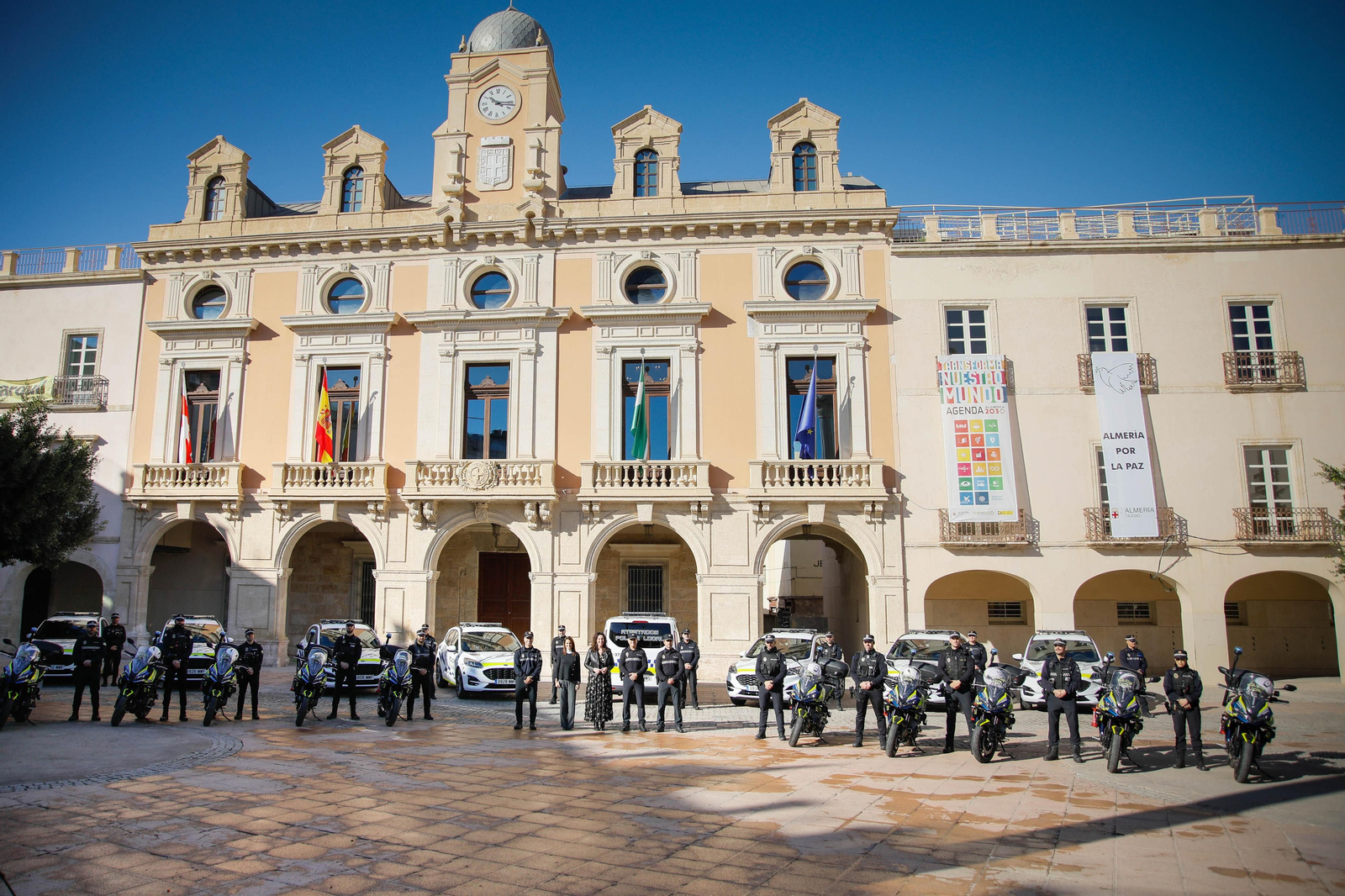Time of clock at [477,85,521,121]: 10:15
